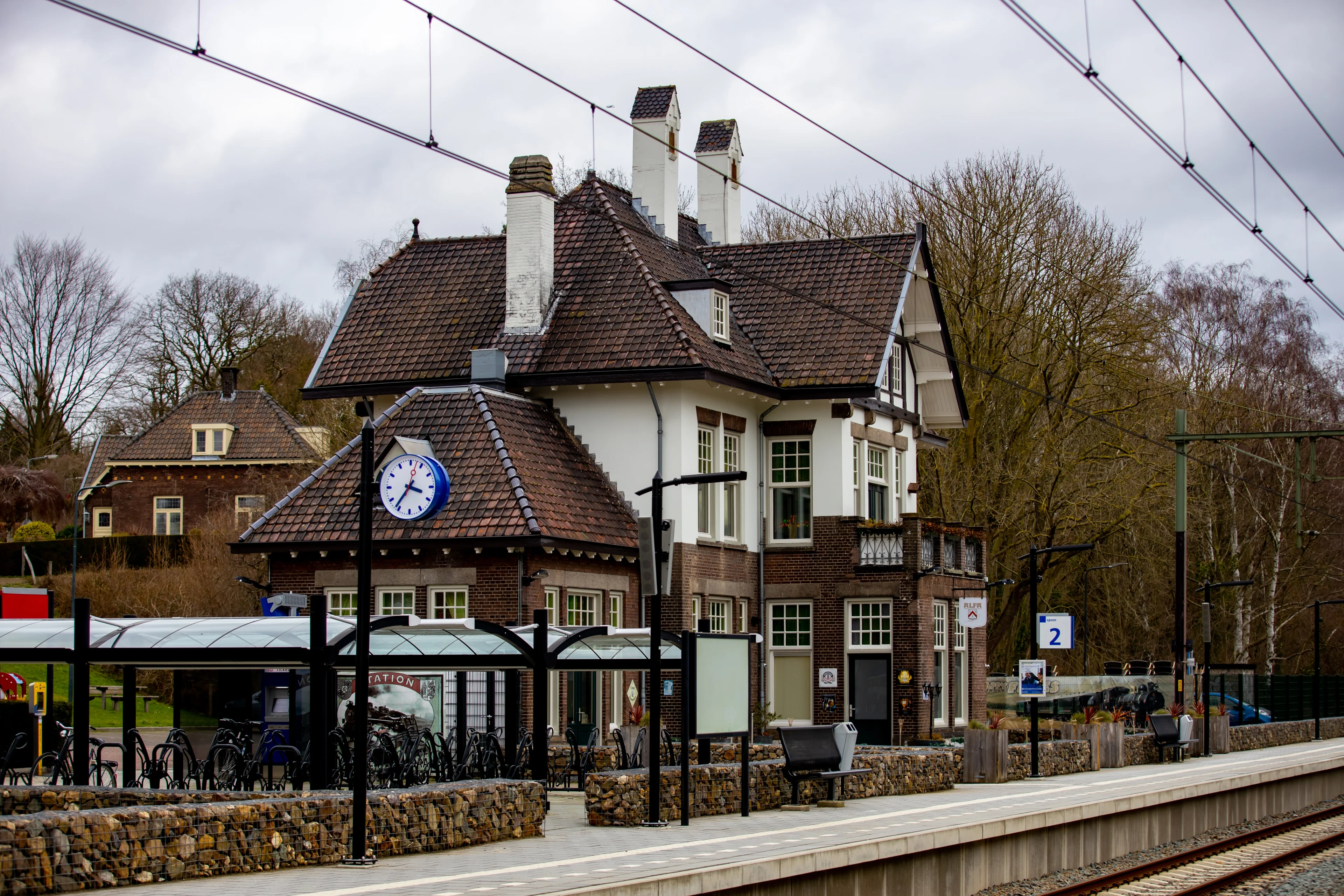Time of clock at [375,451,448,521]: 3:36
